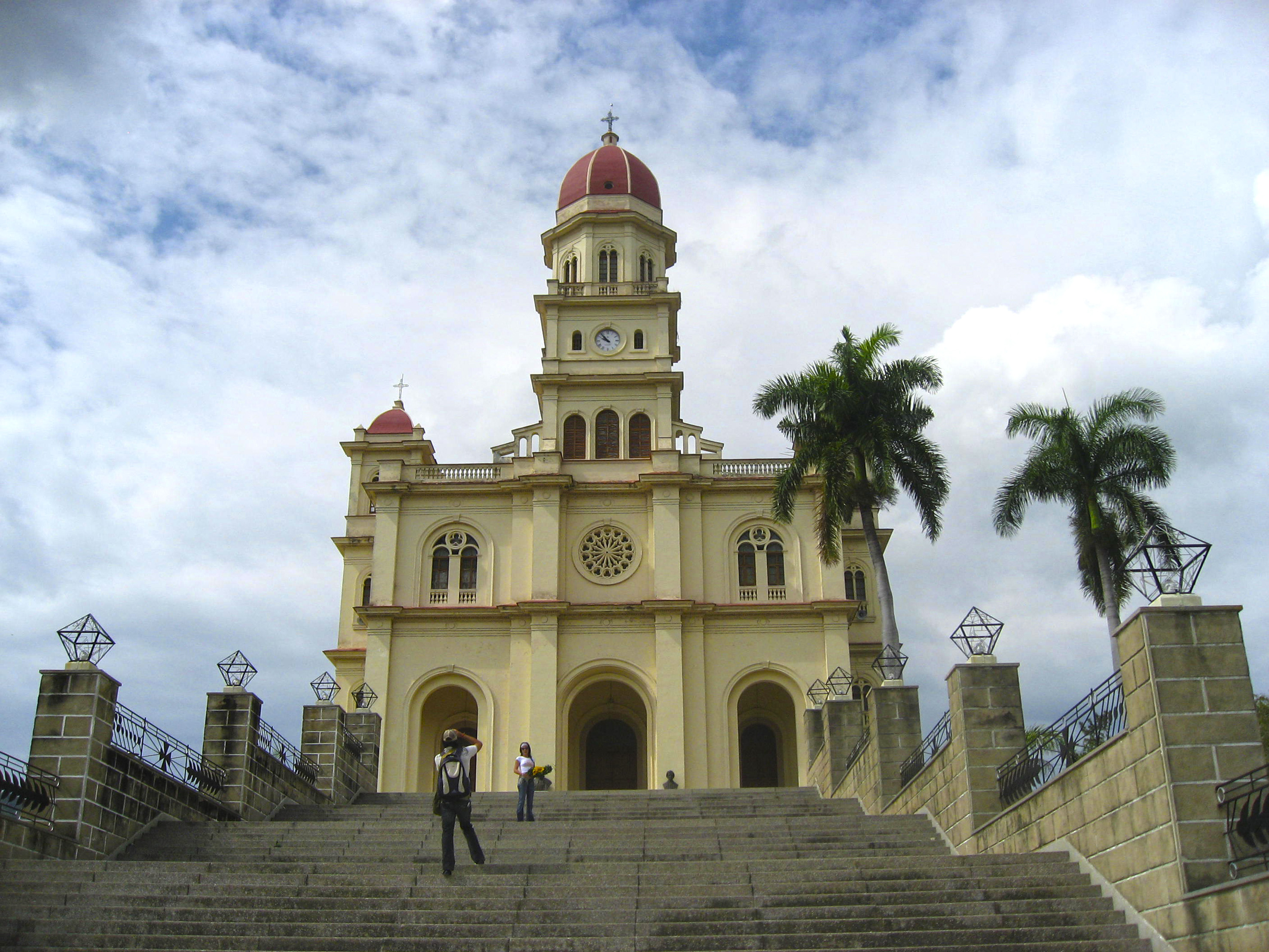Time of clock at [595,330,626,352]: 9:53
